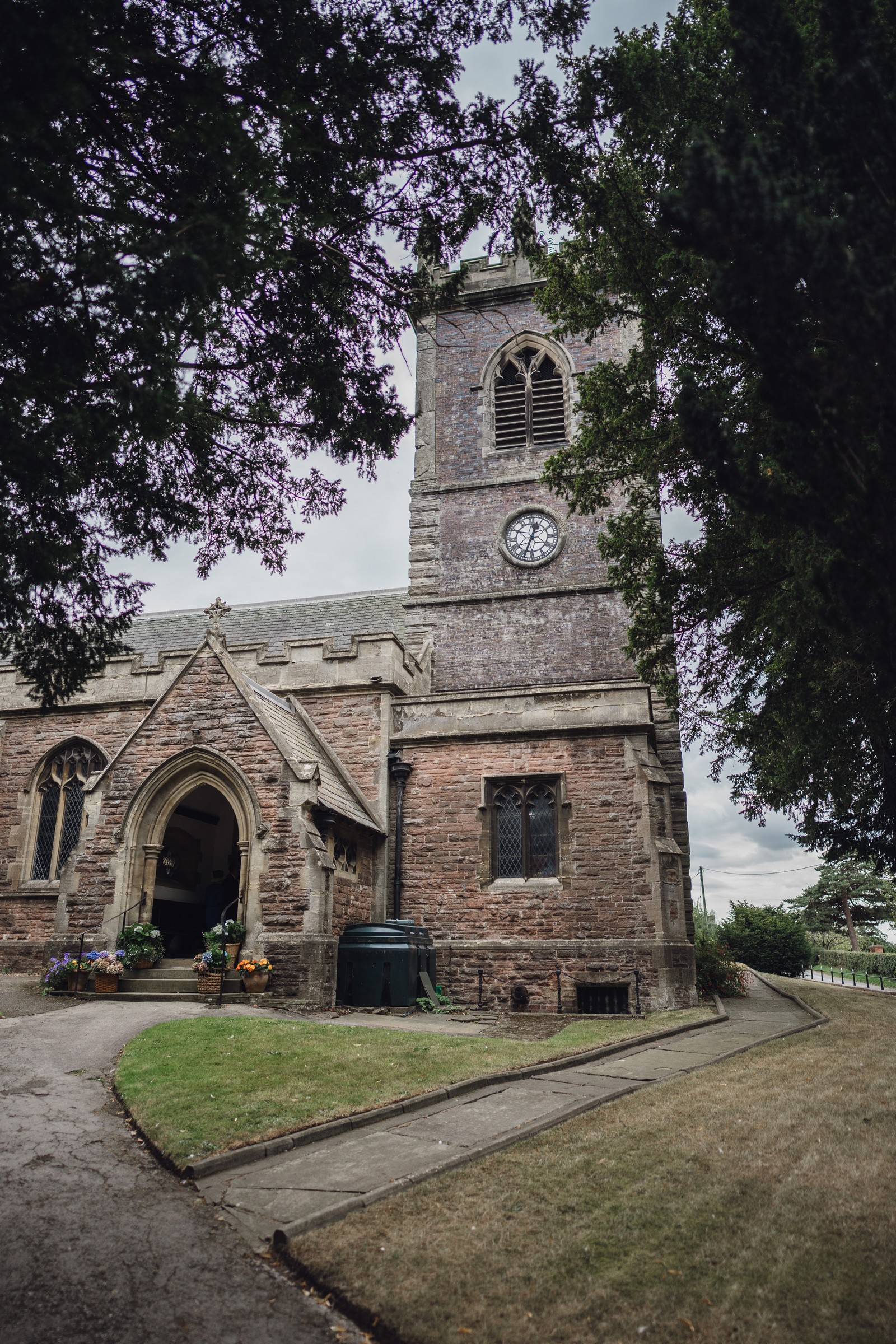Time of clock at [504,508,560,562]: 12:33
